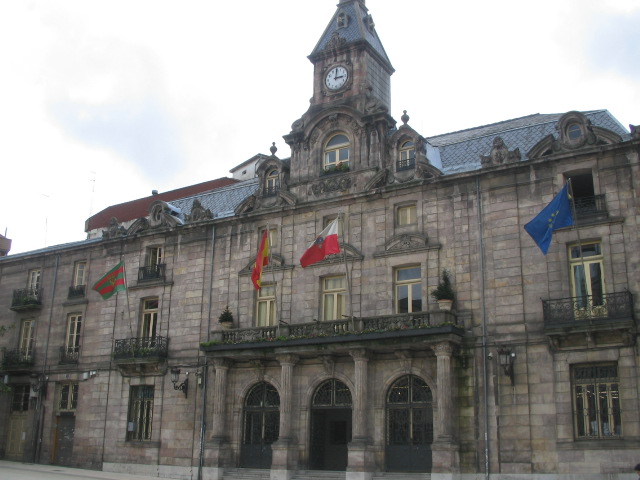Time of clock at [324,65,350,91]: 3:00
